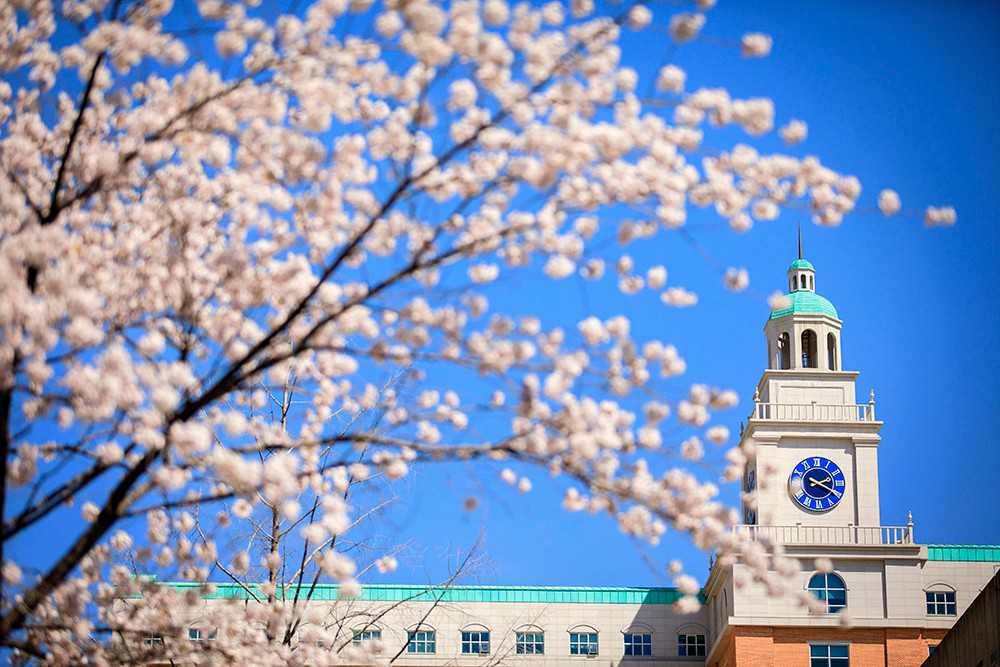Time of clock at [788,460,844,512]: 2:19
